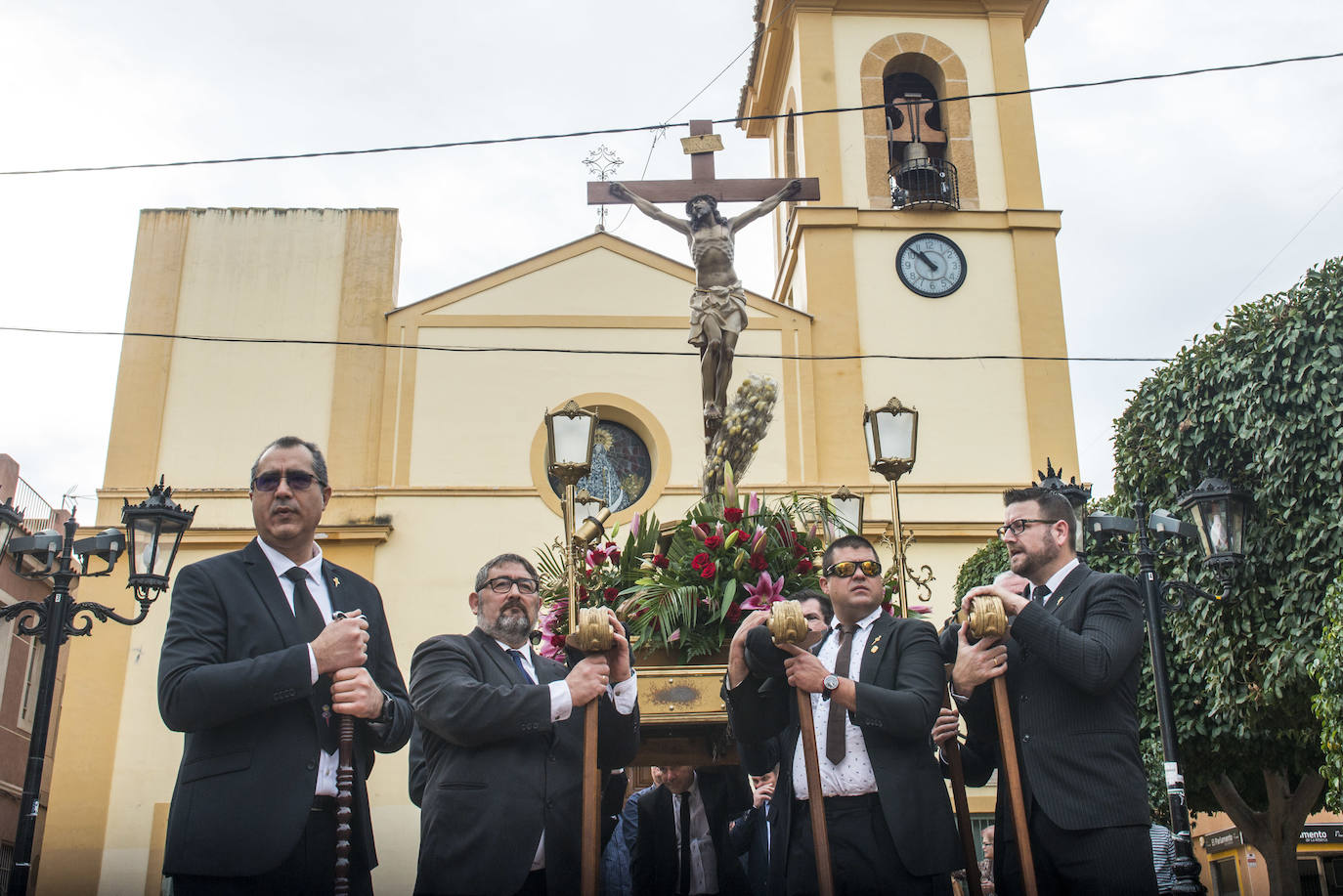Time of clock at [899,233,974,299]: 10:52
